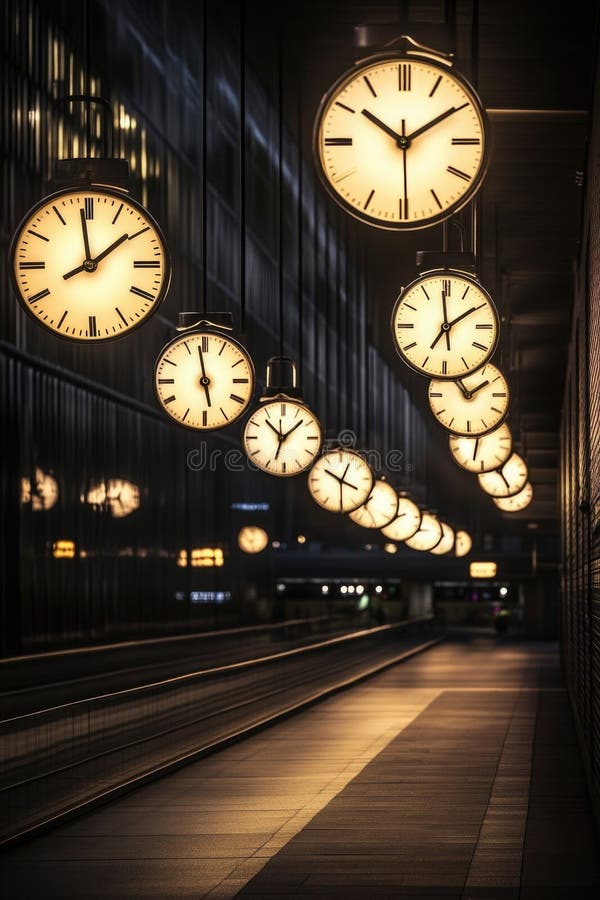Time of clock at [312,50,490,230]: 10:09
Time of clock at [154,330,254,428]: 5:58
